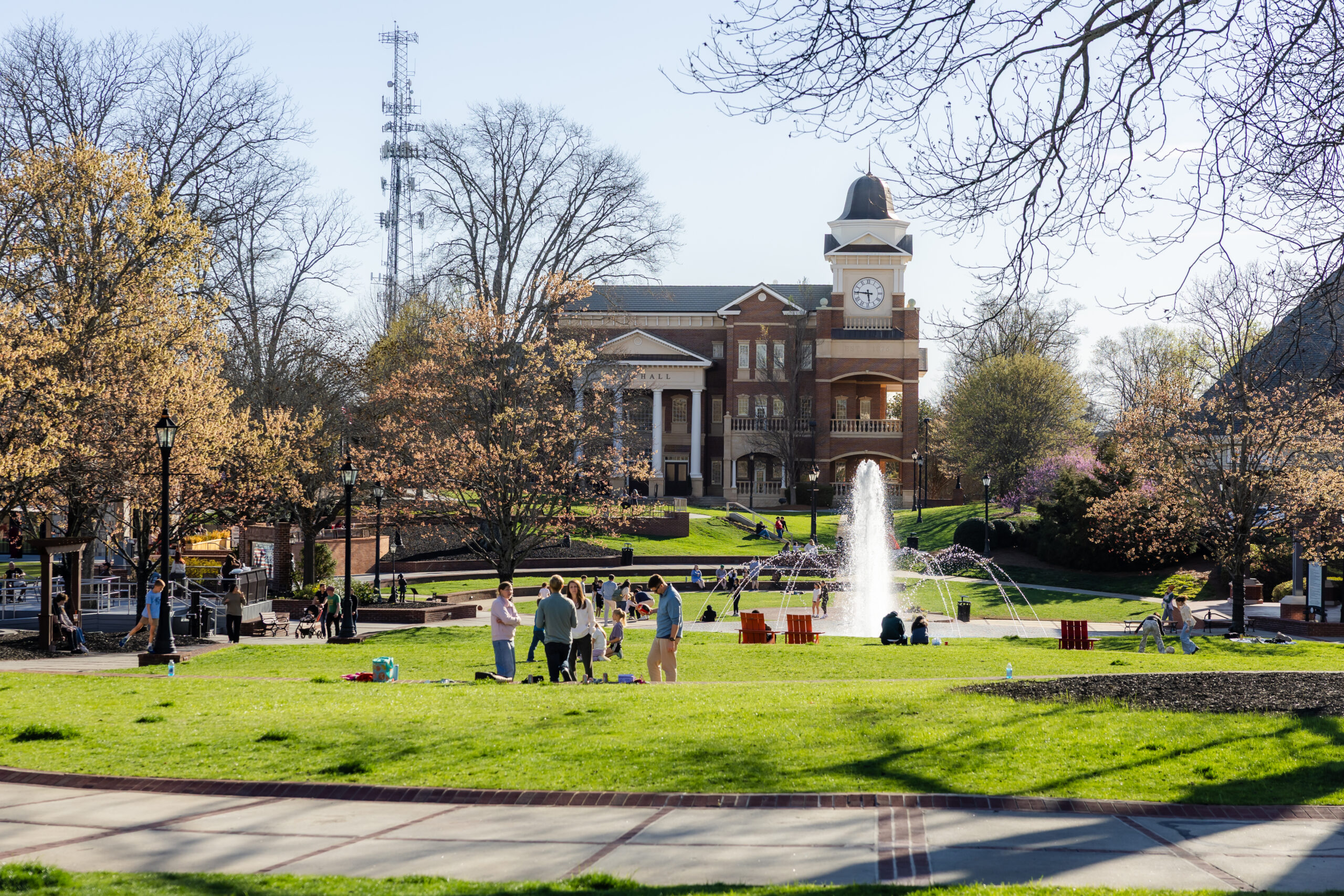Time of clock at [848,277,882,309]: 5:45
